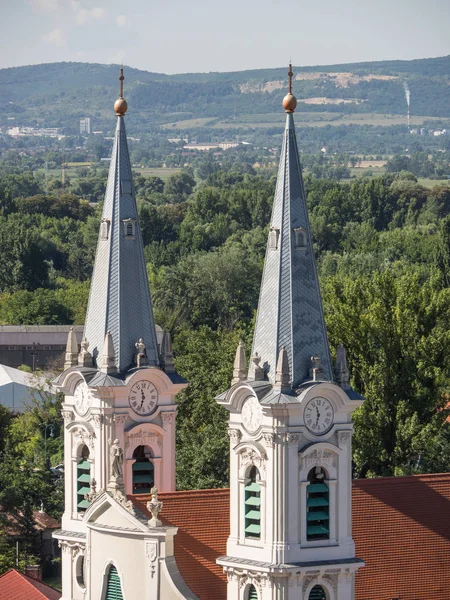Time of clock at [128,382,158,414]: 11:33
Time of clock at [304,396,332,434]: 11:32
